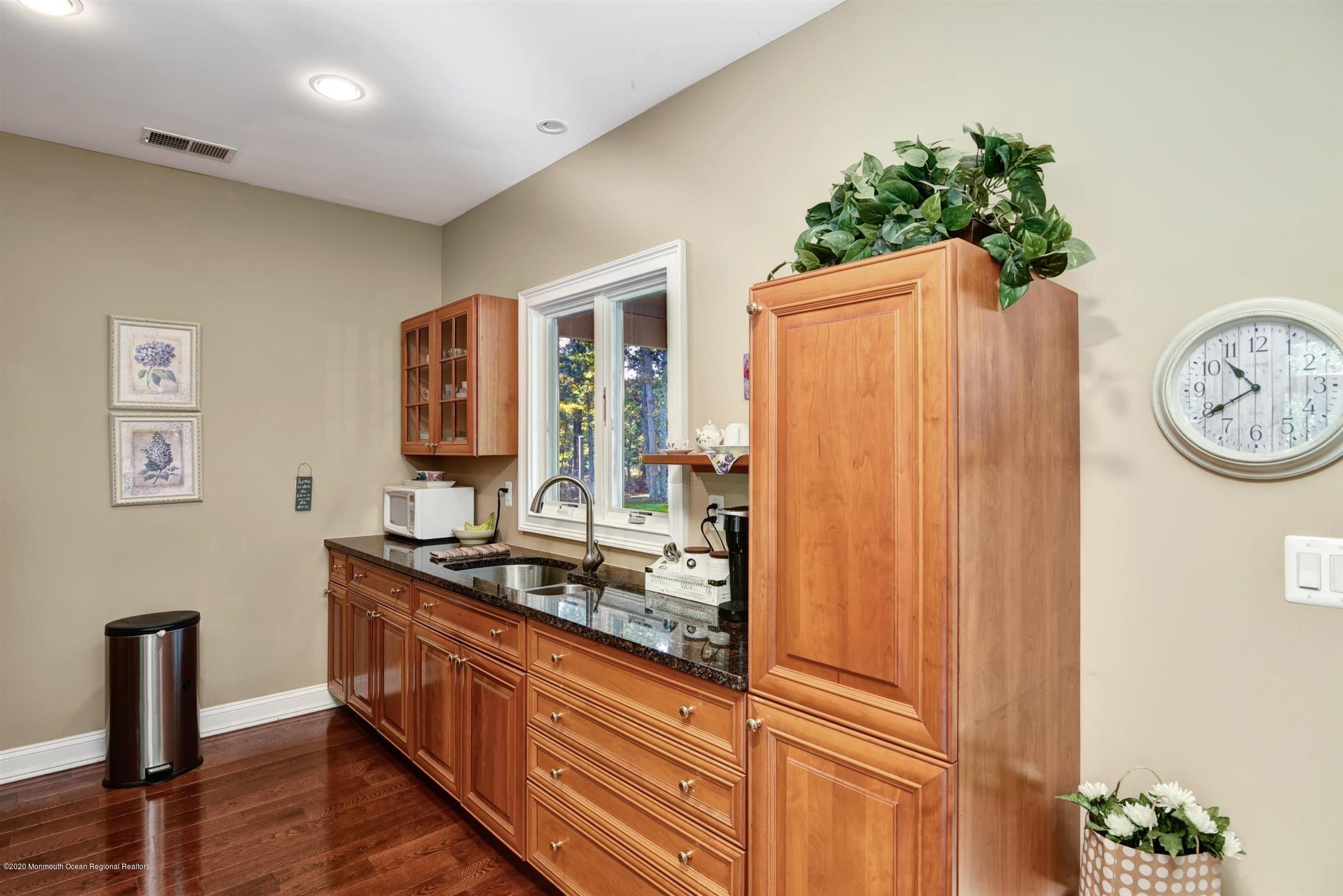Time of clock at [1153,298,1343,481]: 10:39
